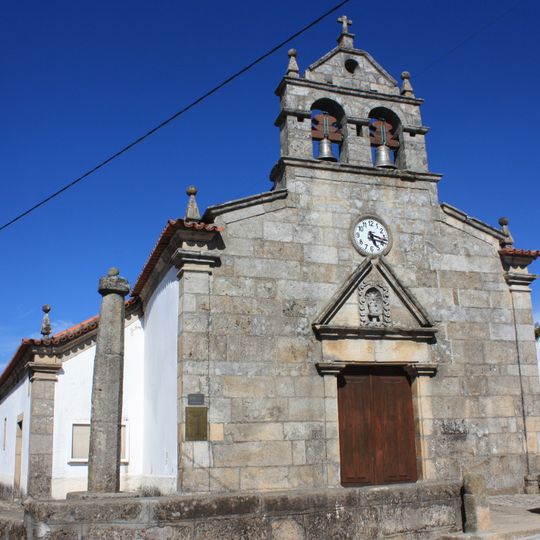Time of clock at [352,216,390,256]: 5:17
